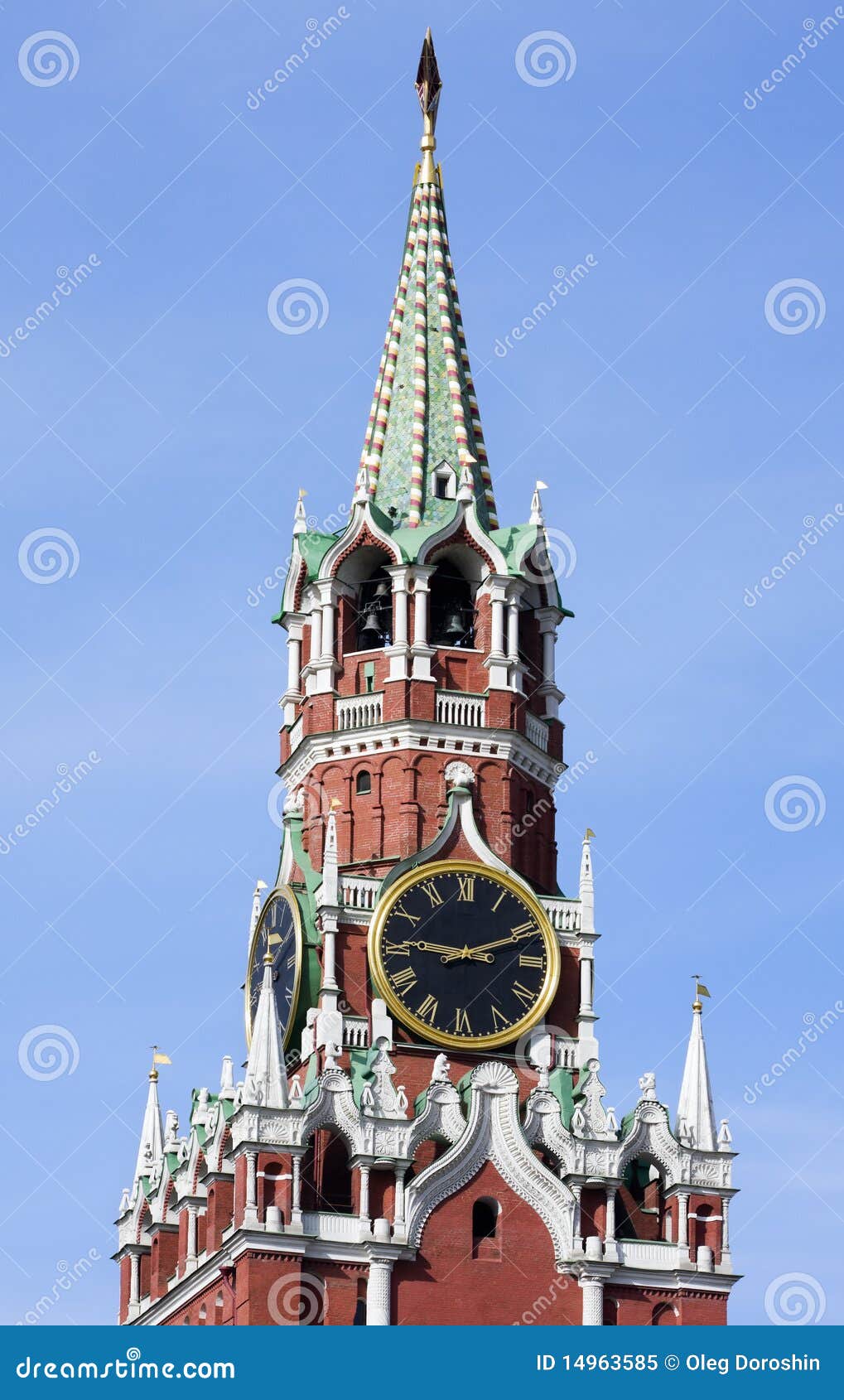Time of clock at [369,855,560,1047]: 9:11
